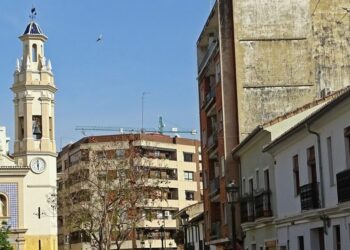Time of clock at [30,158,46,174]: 5:59
